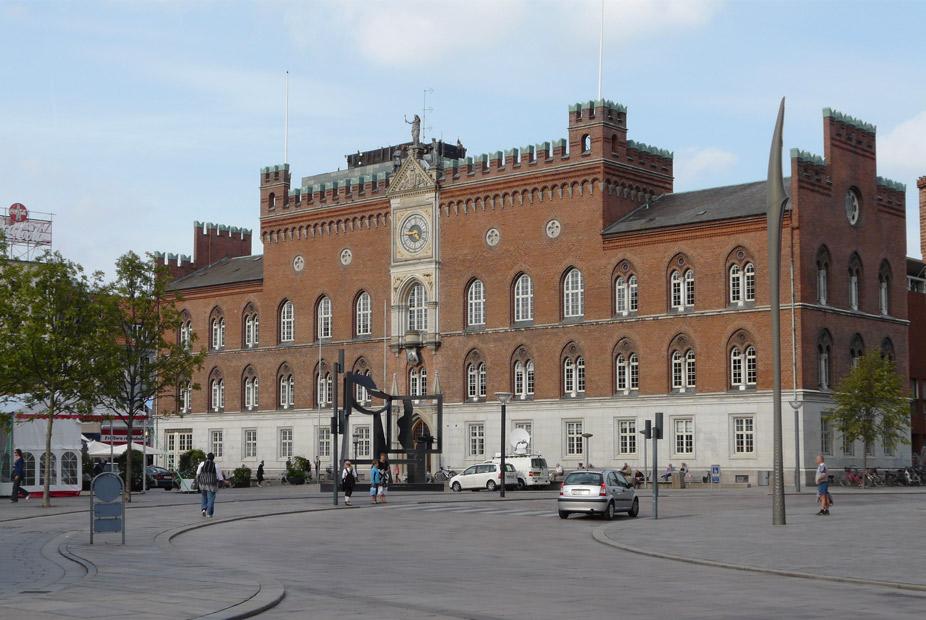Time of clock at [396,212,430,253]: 4:45
